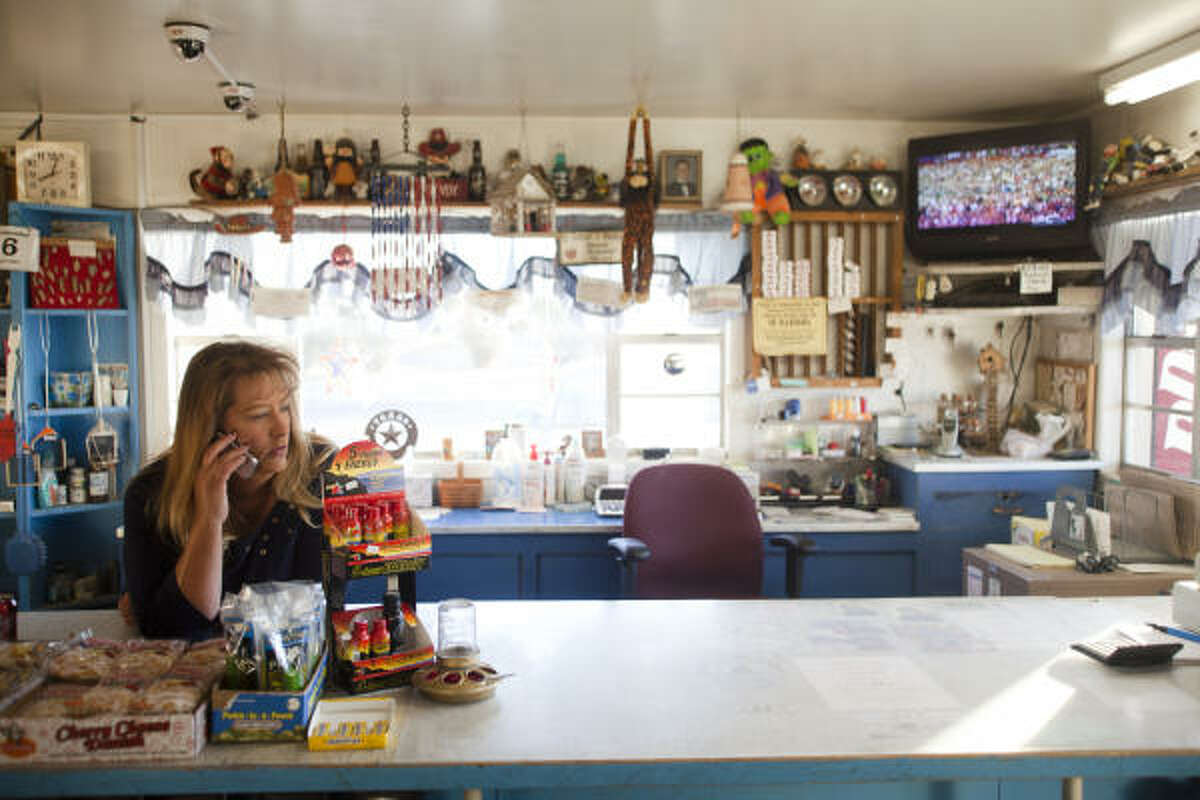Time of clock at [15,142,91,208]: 8:03
